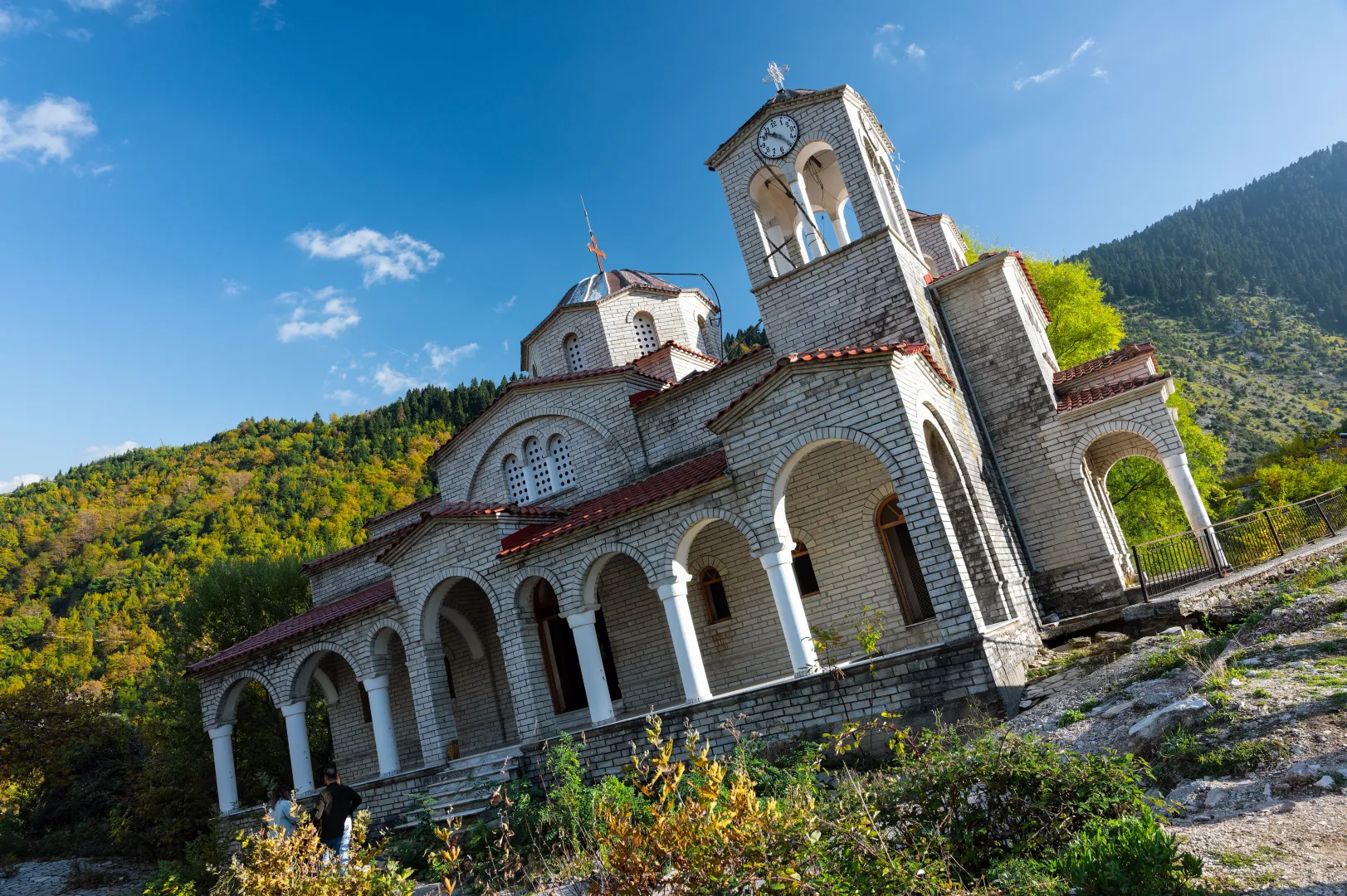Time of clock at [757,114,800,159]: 10:24
